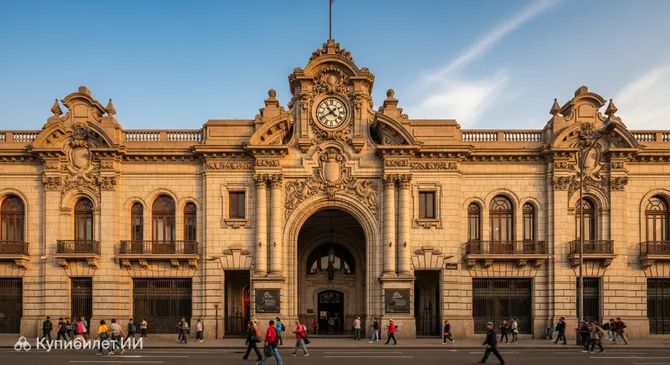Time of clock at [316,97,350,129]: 10:40
